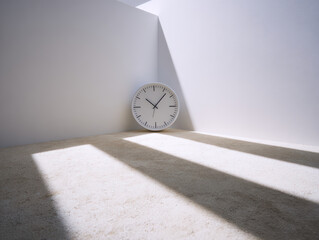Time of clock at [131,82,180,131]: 10:07
